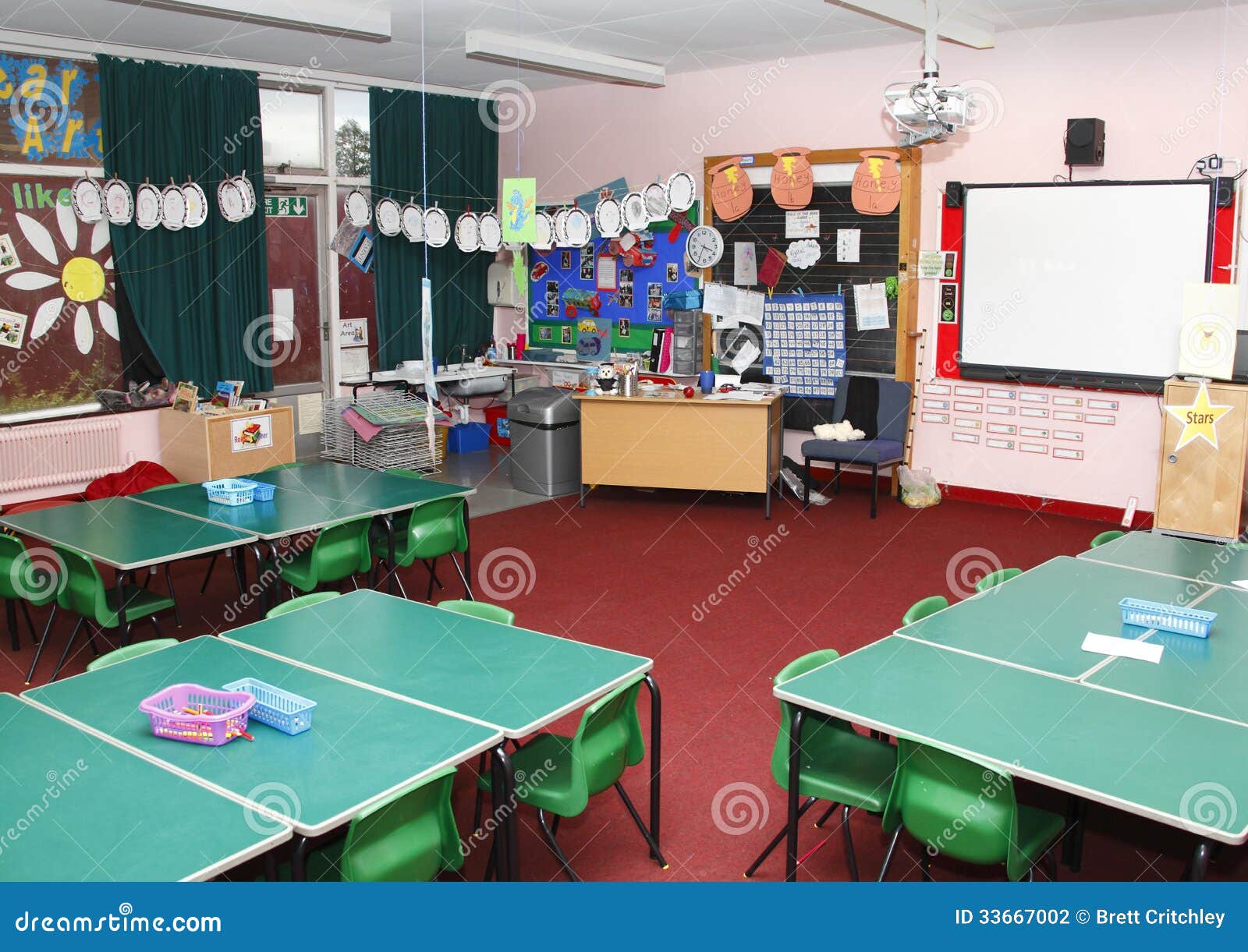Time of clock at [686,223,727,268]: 3:34
